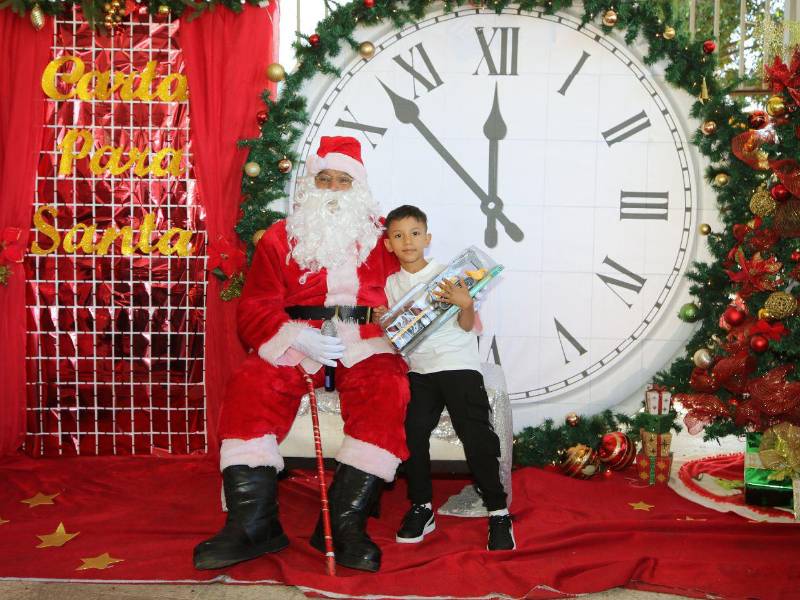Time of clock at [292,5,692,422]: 11:52
